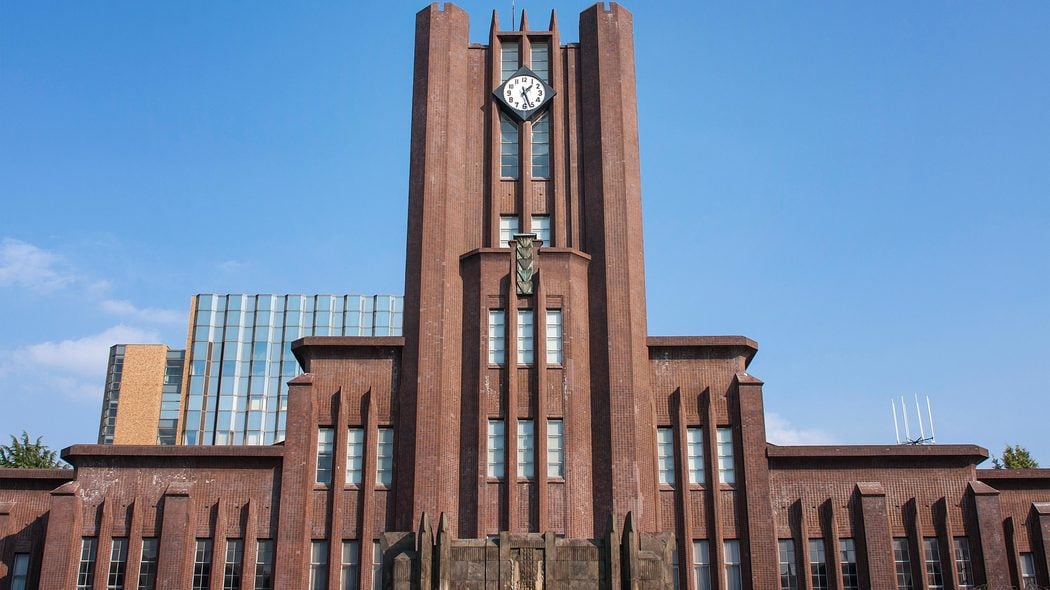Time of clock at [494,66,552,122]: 1:26
